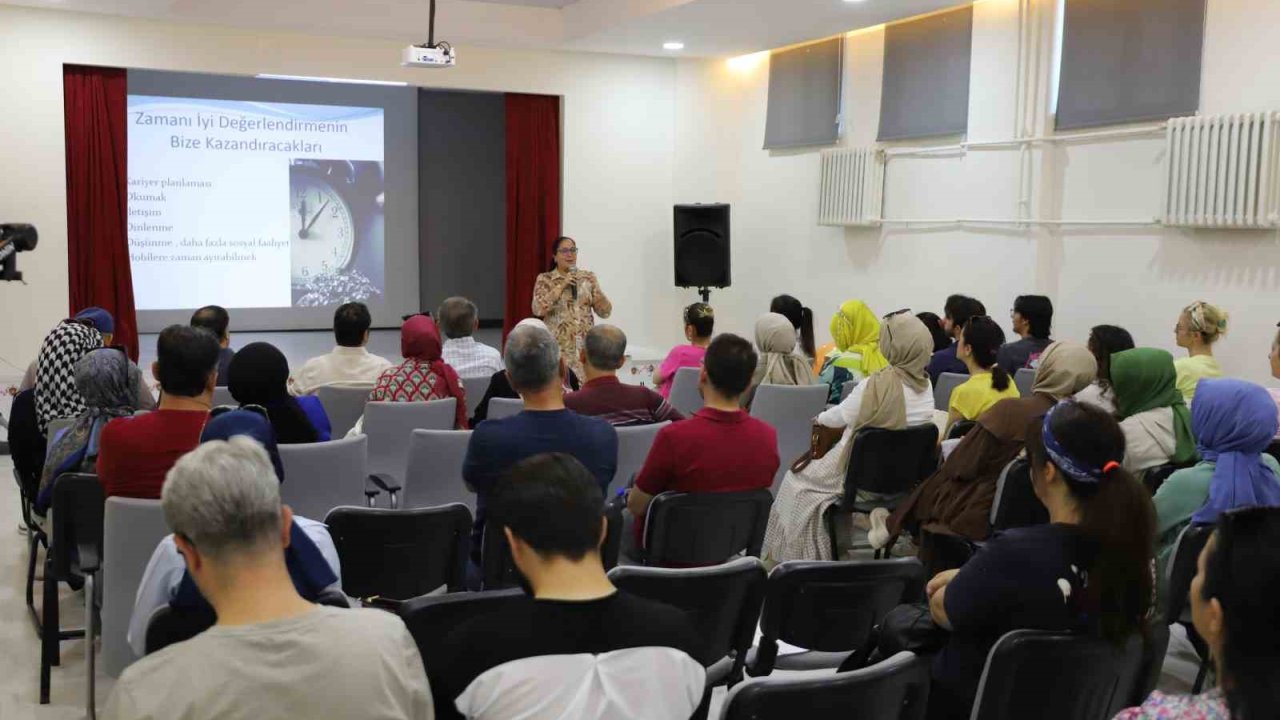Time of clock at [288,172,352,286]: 12:07
